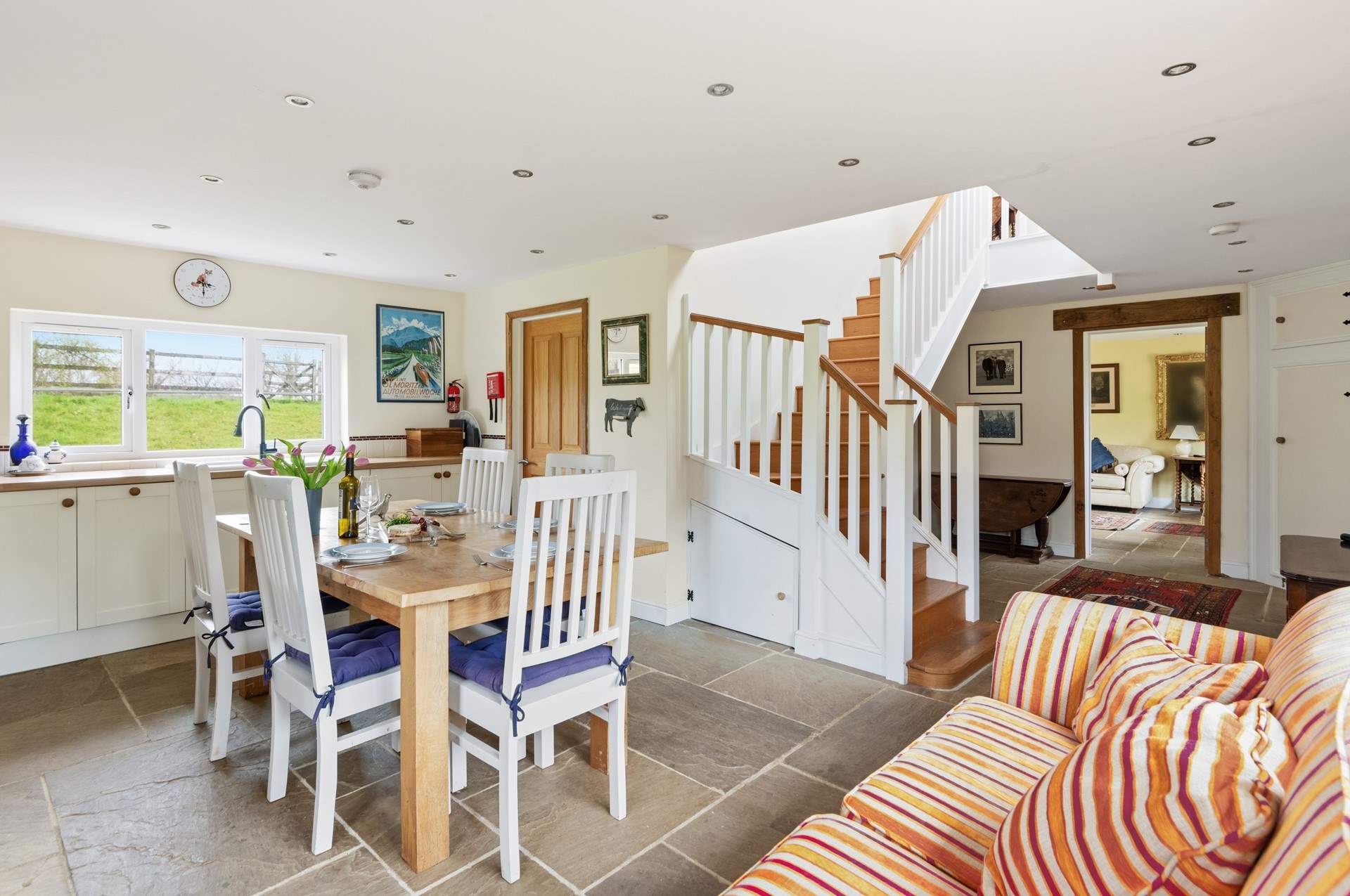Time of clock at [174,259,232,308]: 3:29
